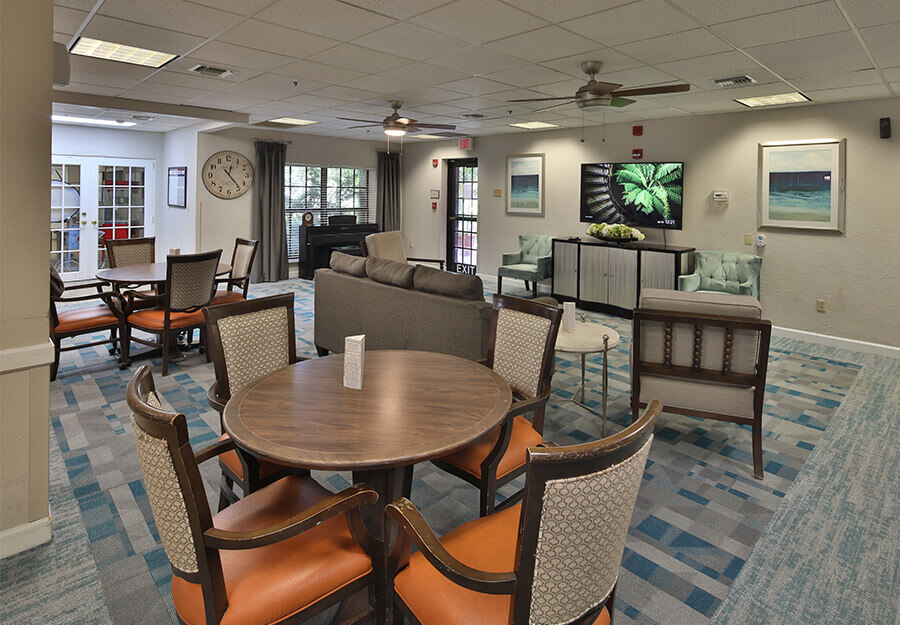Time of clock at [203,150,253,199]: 12:23
